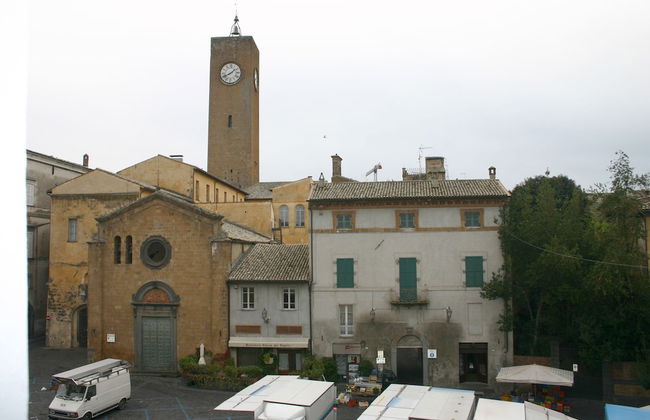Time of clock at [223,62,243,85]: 1:40
